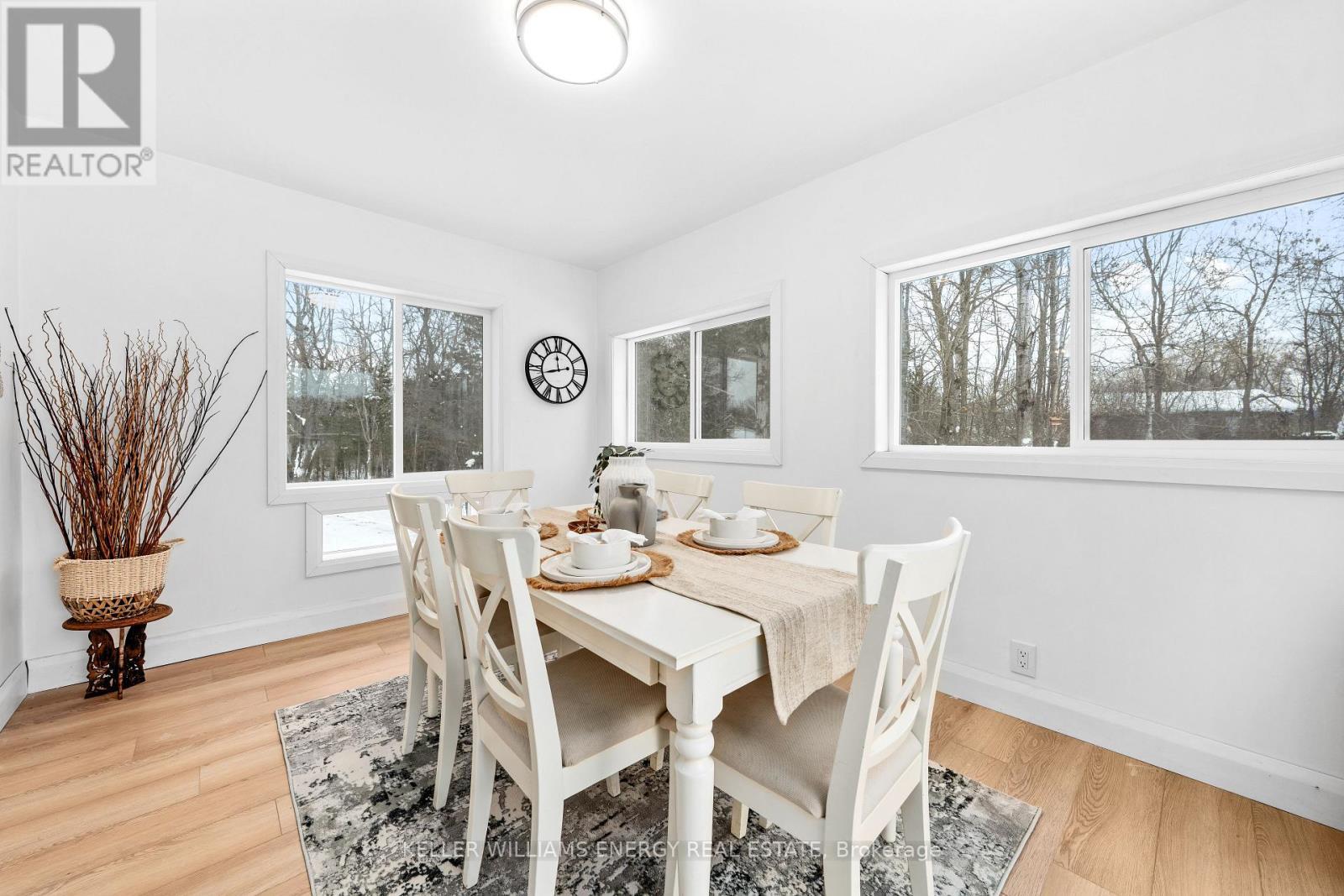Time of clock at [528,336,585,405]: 11:42
